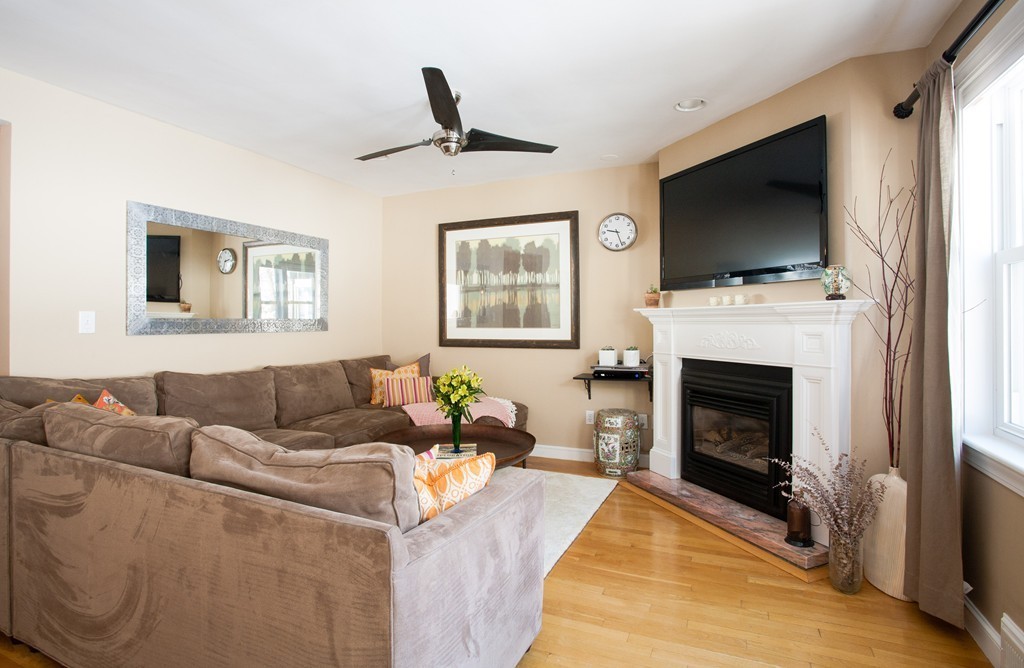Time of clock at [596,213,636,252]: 9:26
